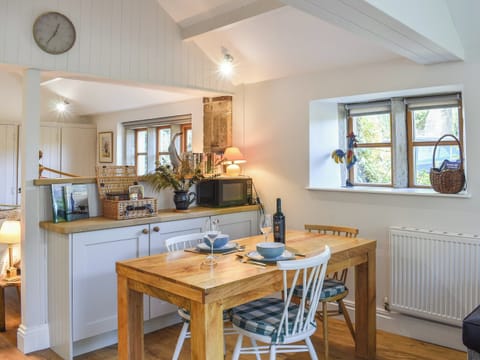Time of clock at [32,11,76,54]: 12:35
